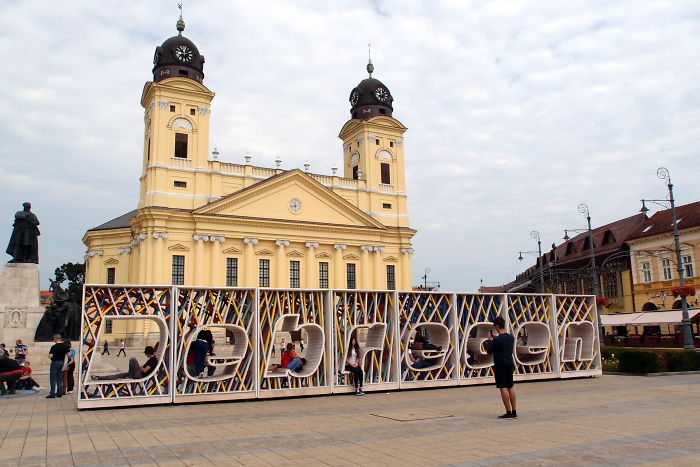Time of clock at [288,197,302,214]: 11:42
